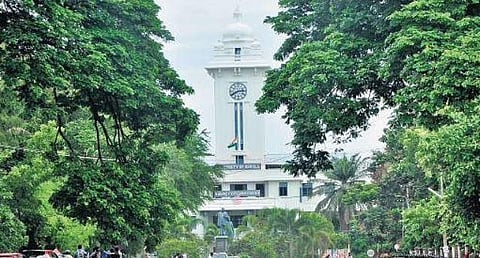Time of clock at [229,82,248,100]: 2:40
